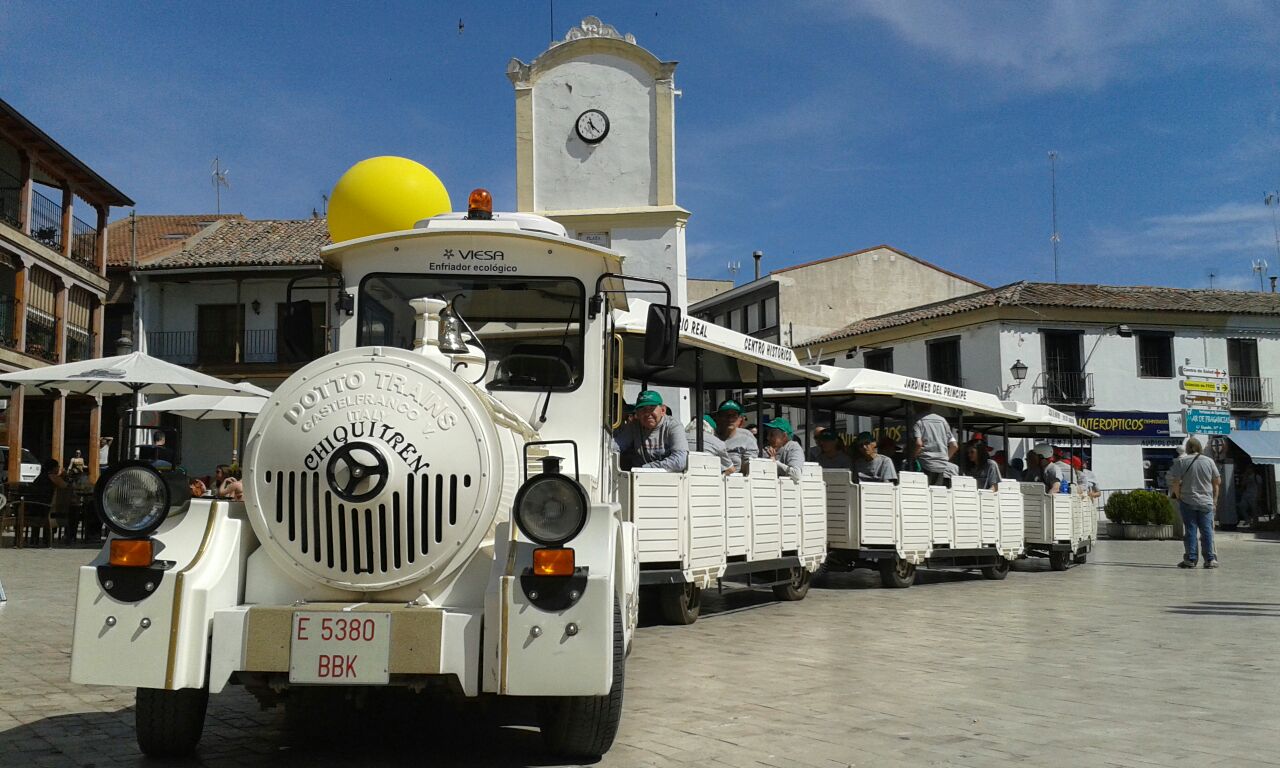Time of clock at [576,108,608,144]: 11:22
